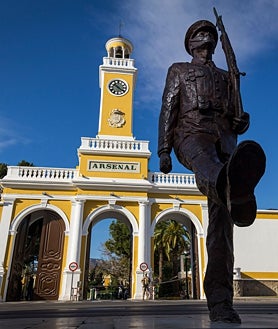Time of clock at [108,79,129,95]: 10:20
